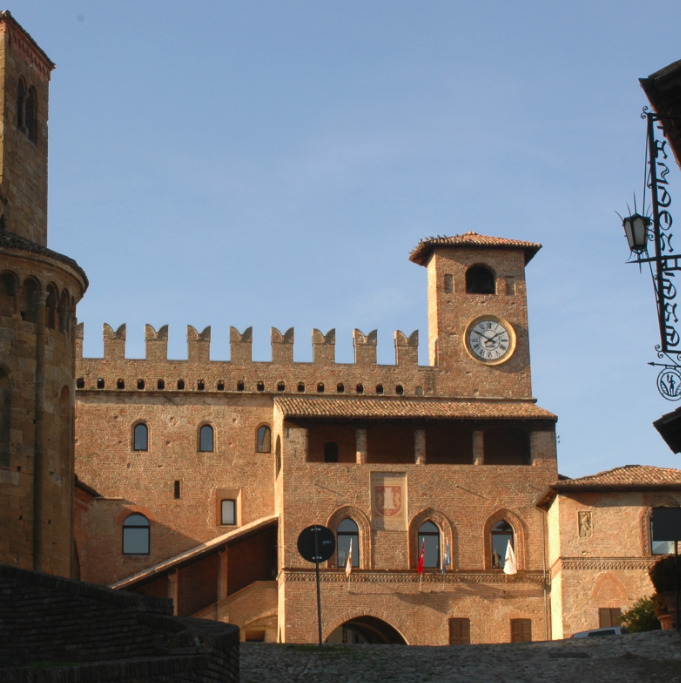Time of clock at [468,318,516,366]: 1:50
